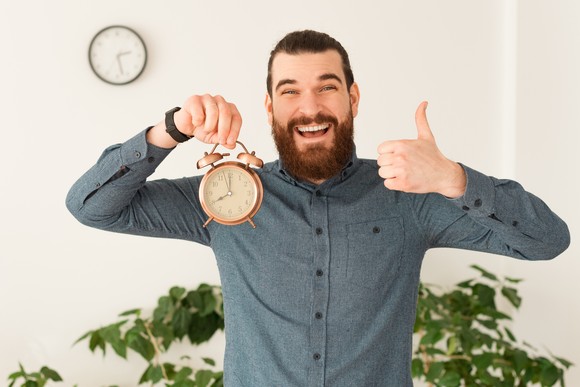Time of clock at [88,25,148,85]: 2:27
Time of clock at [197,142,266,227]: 8:00
